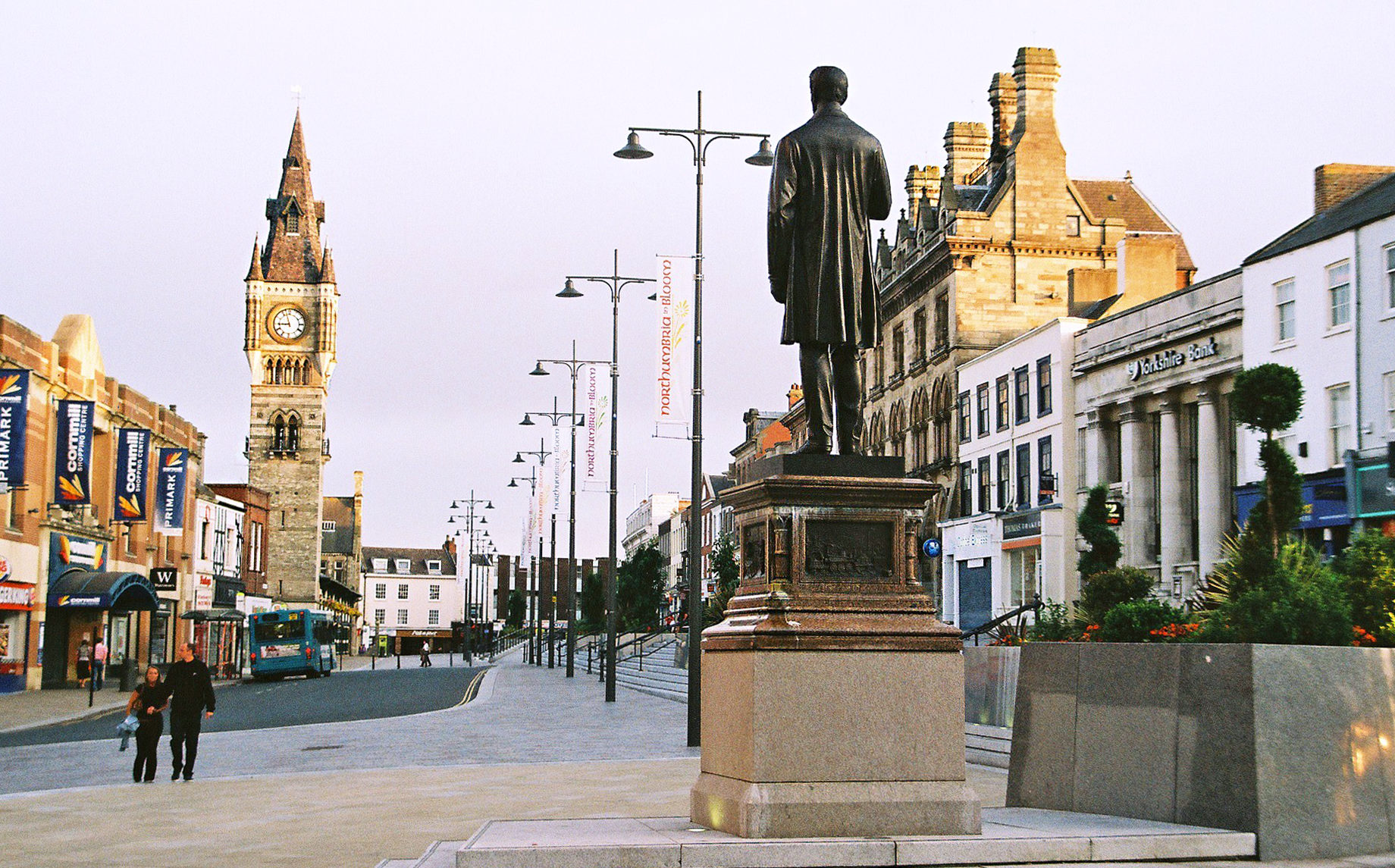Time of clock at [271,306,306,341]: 8:57
